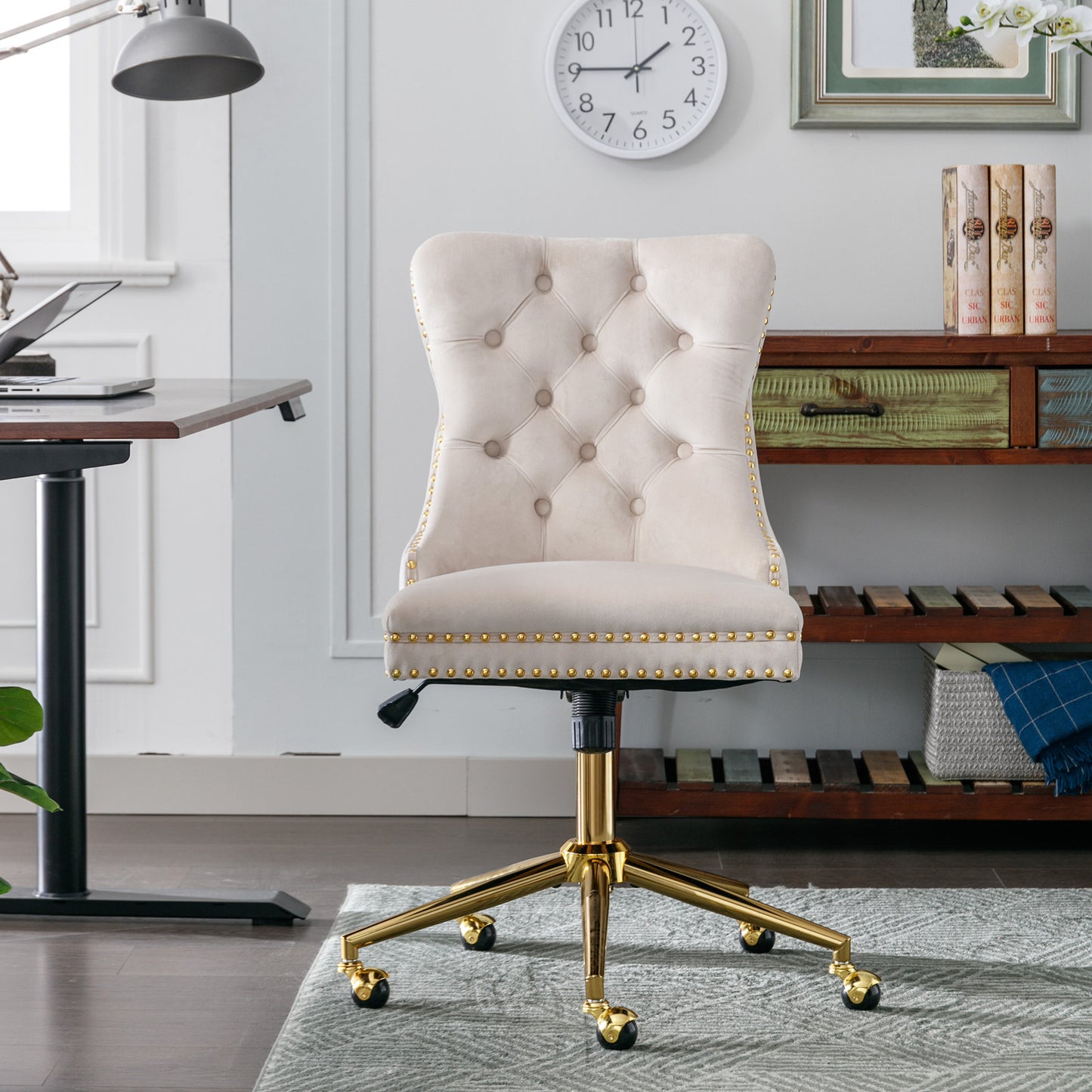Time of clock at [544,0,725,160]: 1:45
